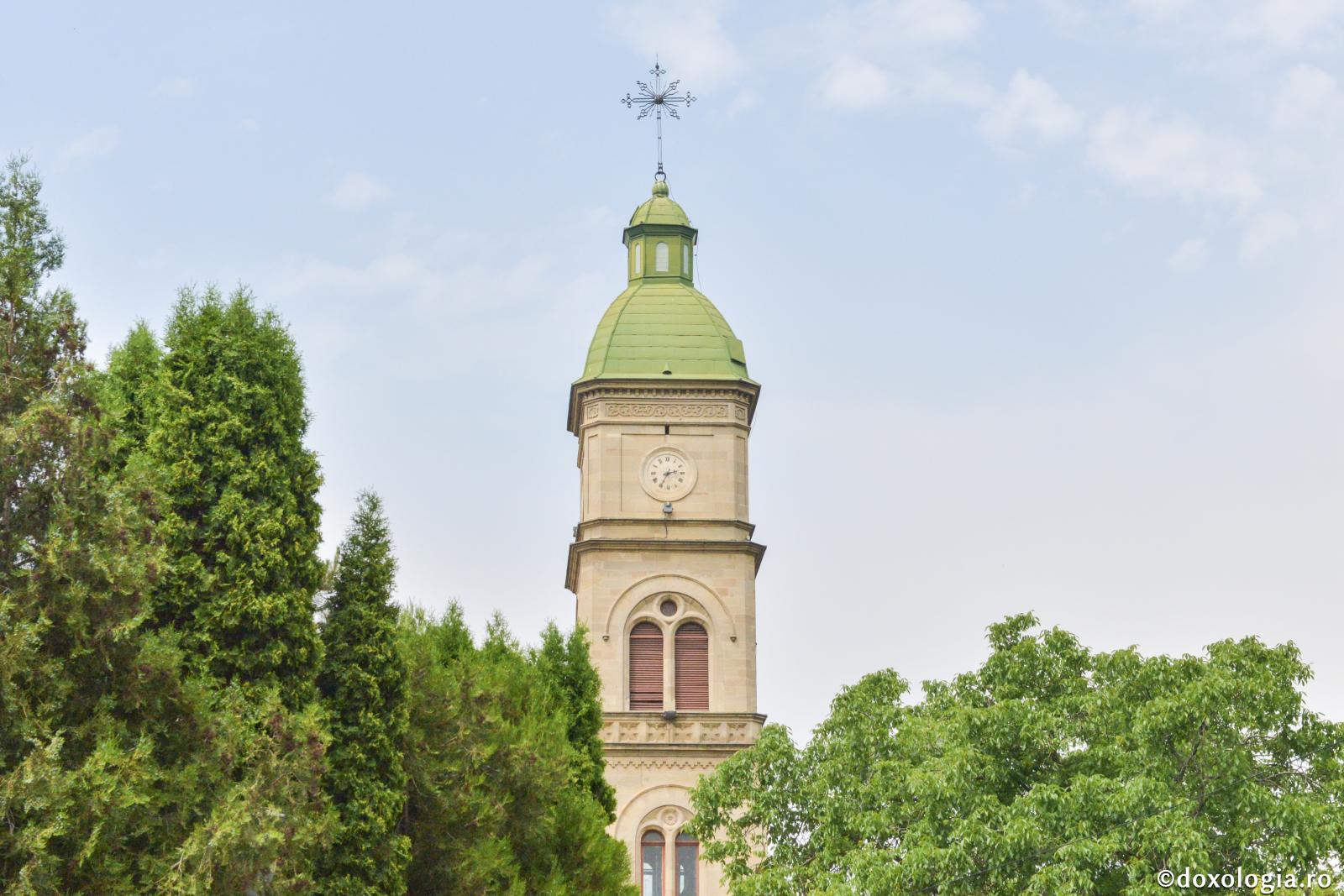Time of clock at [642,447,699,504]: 2:35
